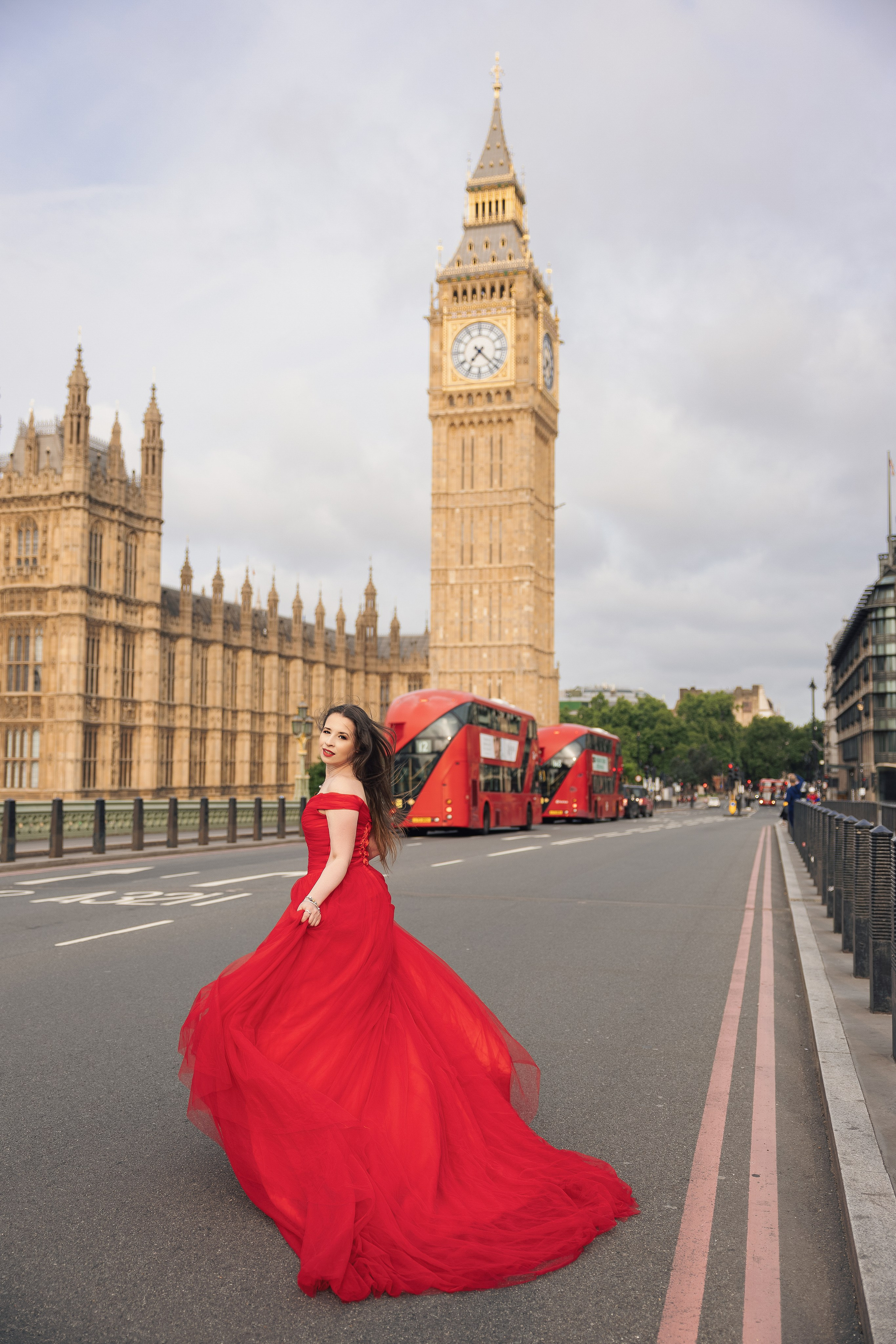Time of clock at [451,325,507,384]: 7:22
